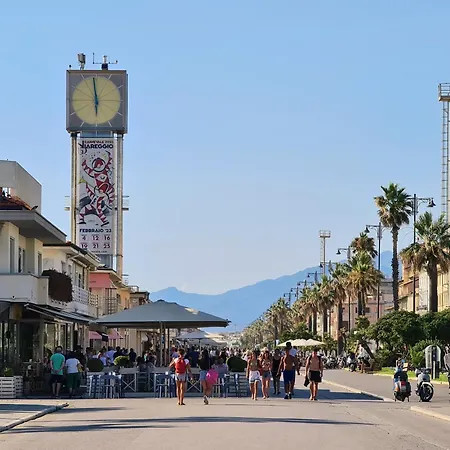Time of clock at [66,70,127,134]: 5:58
